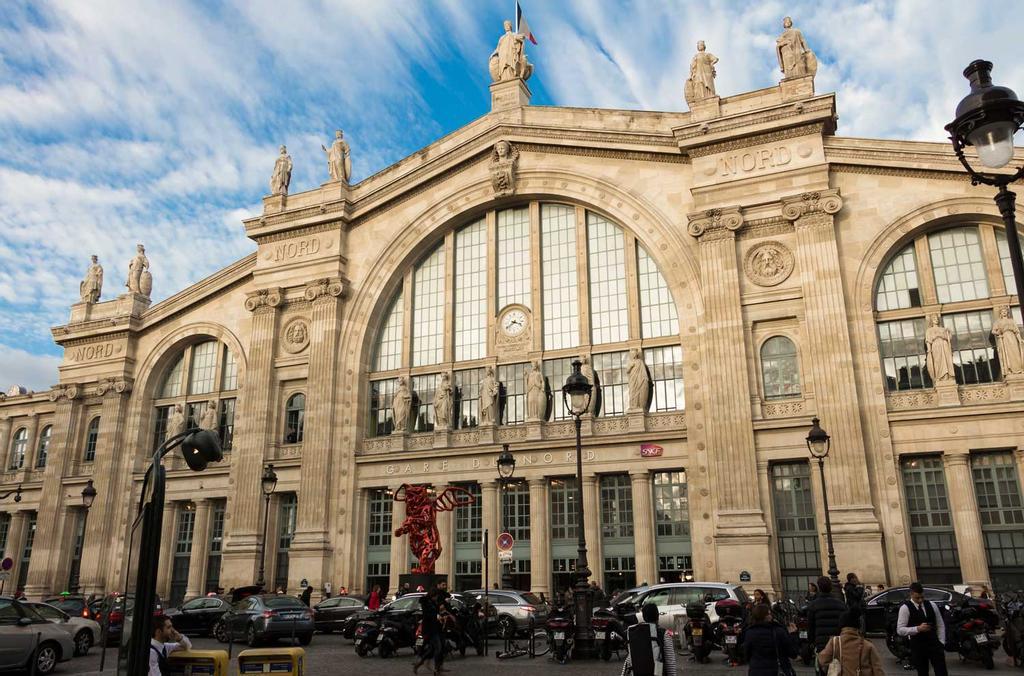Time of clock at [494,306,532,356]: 3:39
